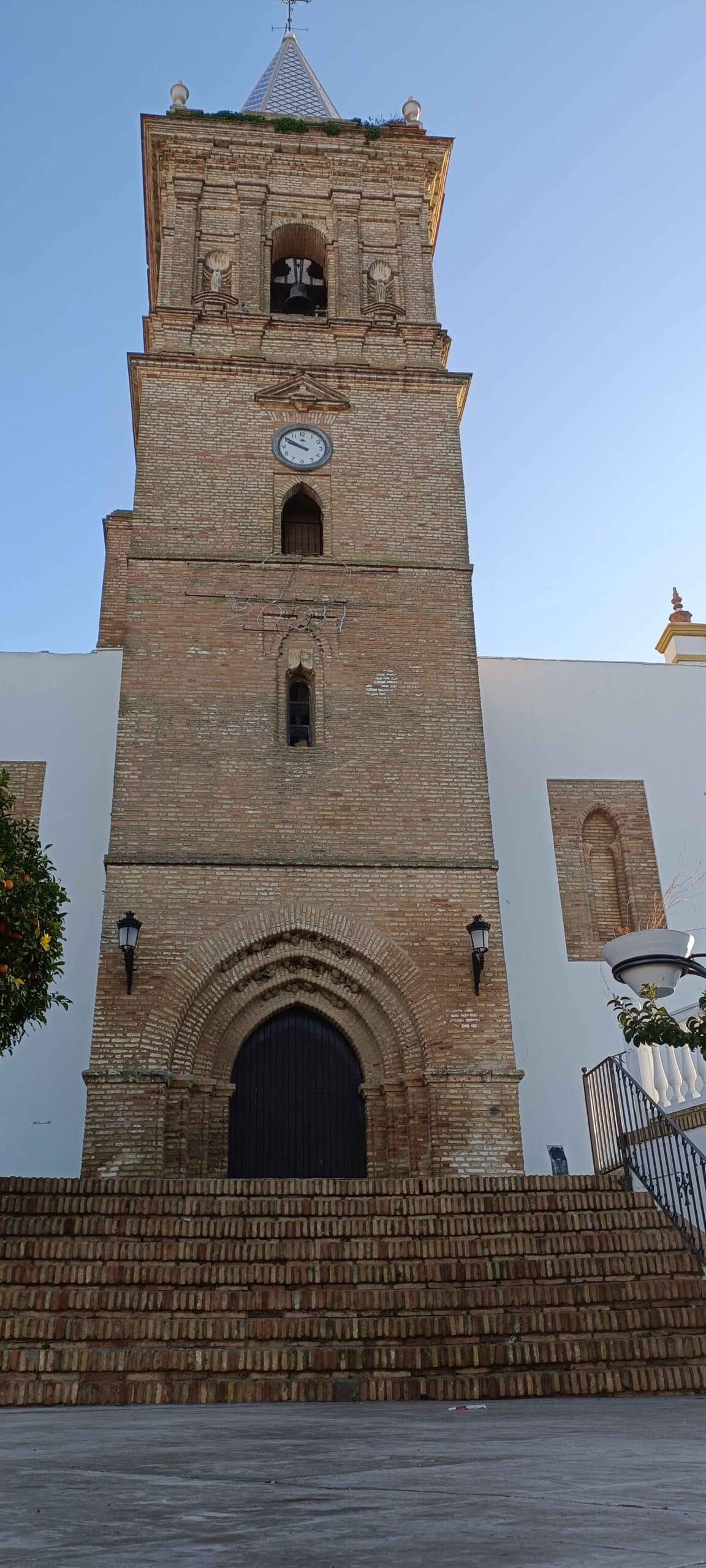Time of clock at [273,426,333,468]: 9:50
